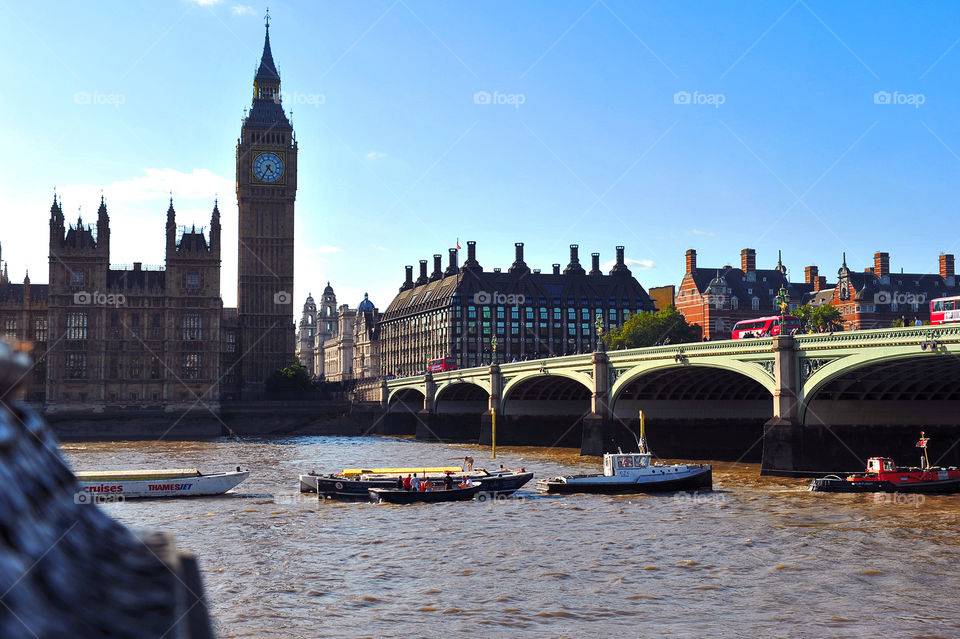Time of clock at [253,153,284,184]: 4:35
